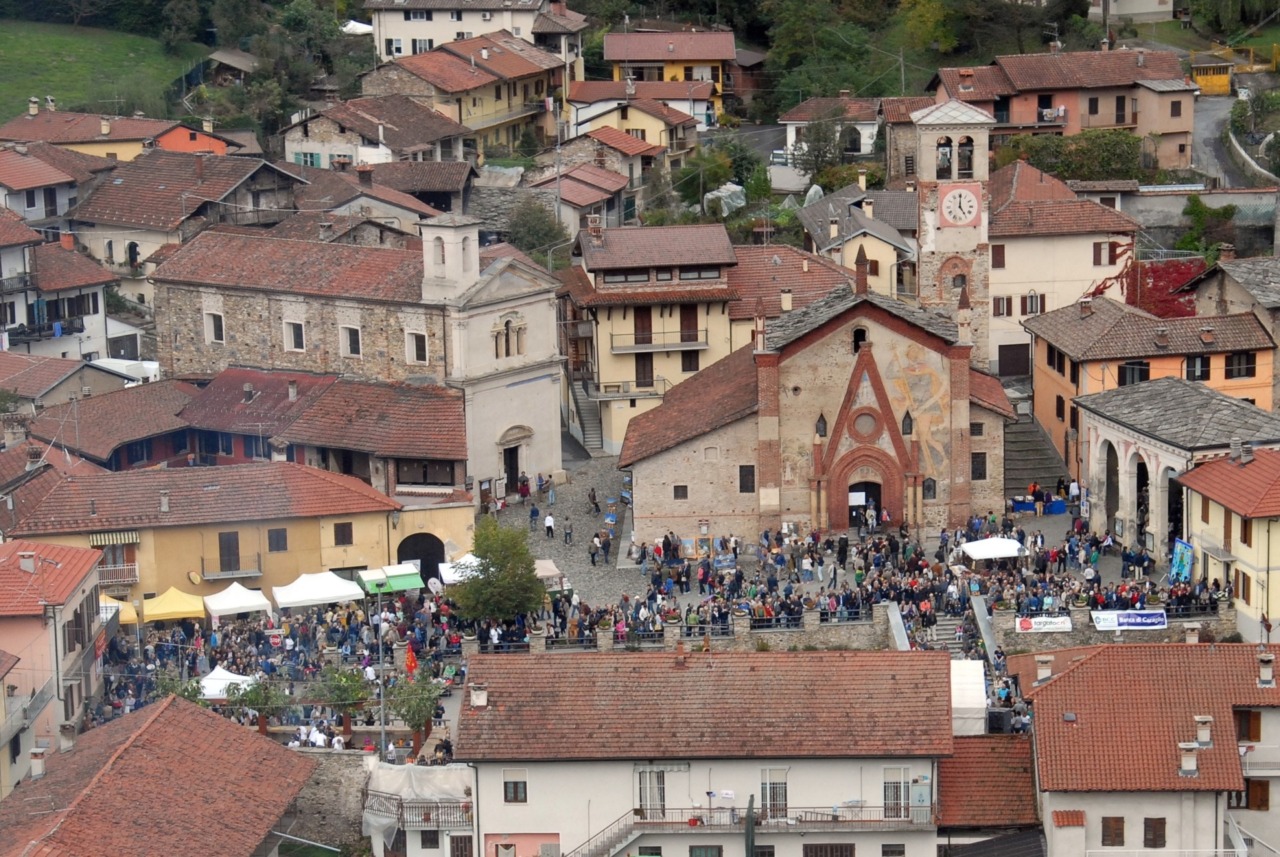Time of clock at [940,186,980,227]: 5:00
